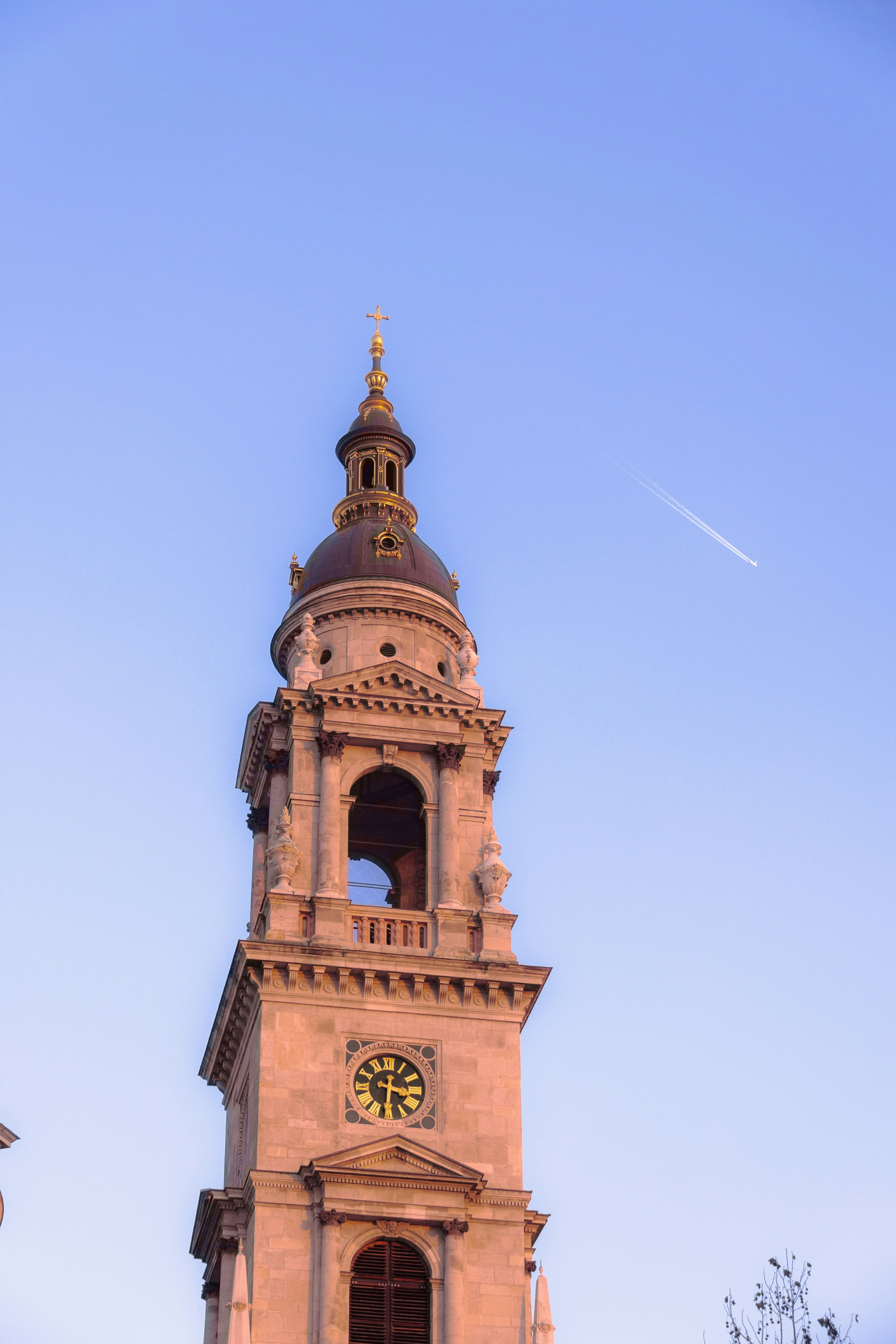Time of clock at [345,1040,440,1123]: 3:30
